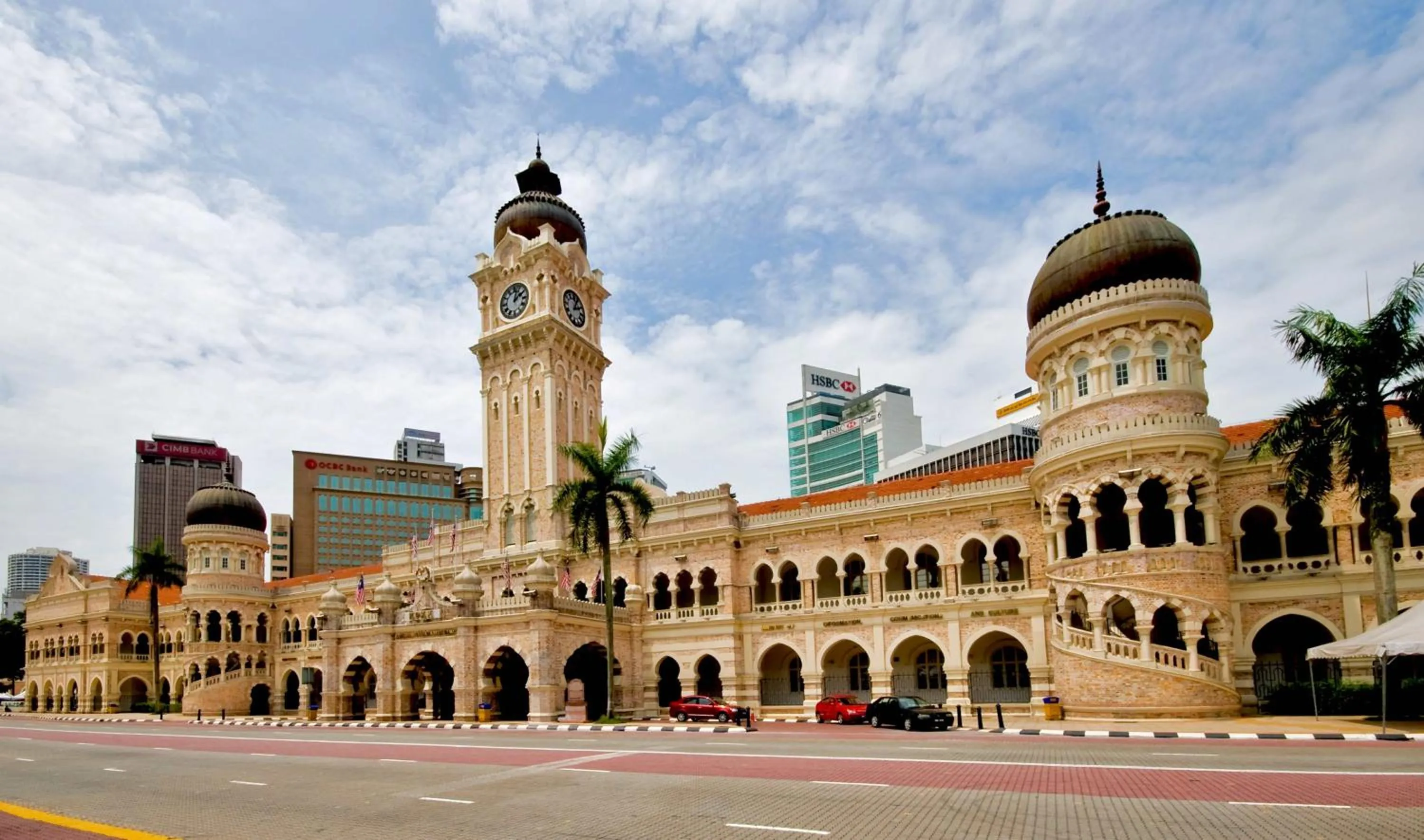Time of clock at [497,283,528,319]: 2:02
